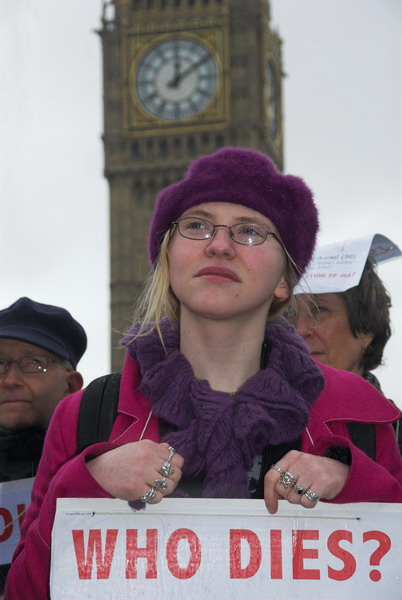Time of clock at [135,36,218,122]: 12:09
